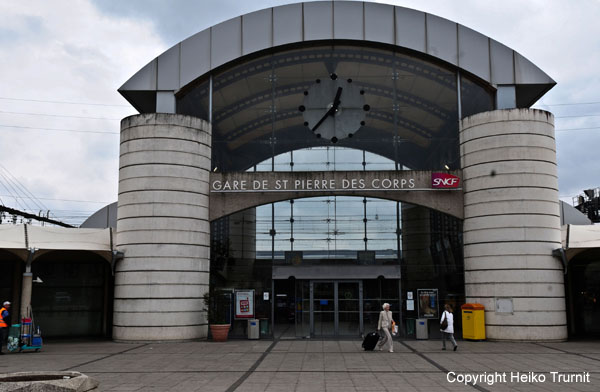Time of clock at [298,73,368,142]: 12:37
